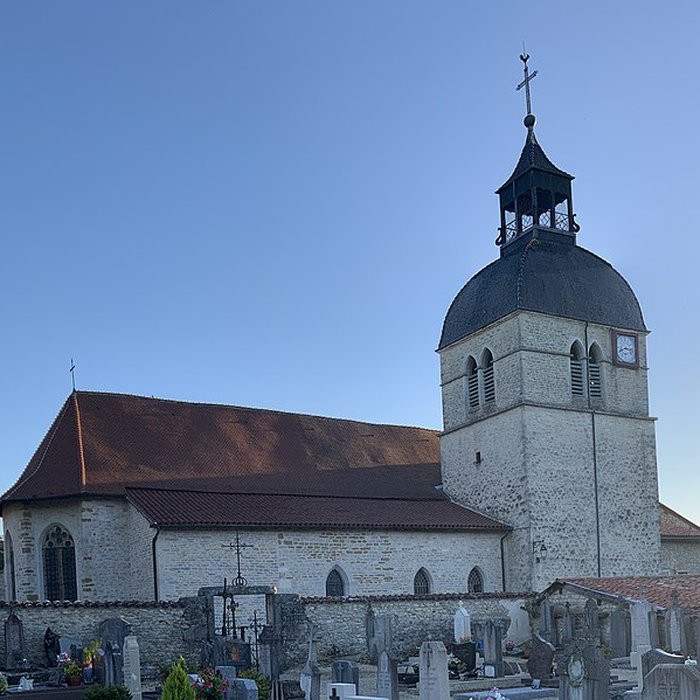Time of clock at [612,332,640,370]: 8:16
